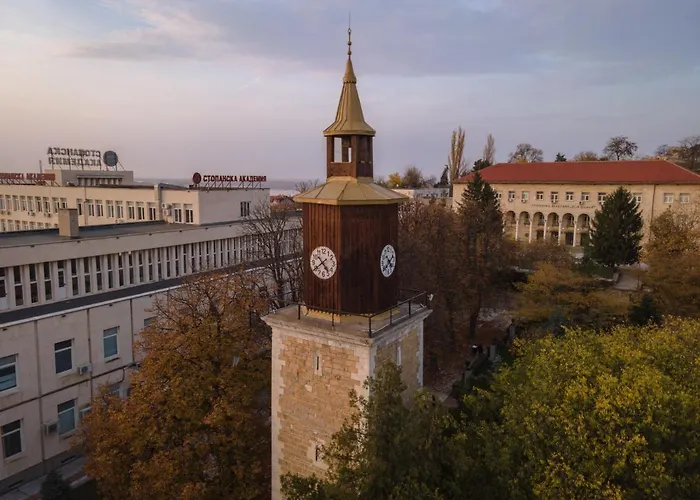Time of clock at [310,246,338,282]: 4:39
